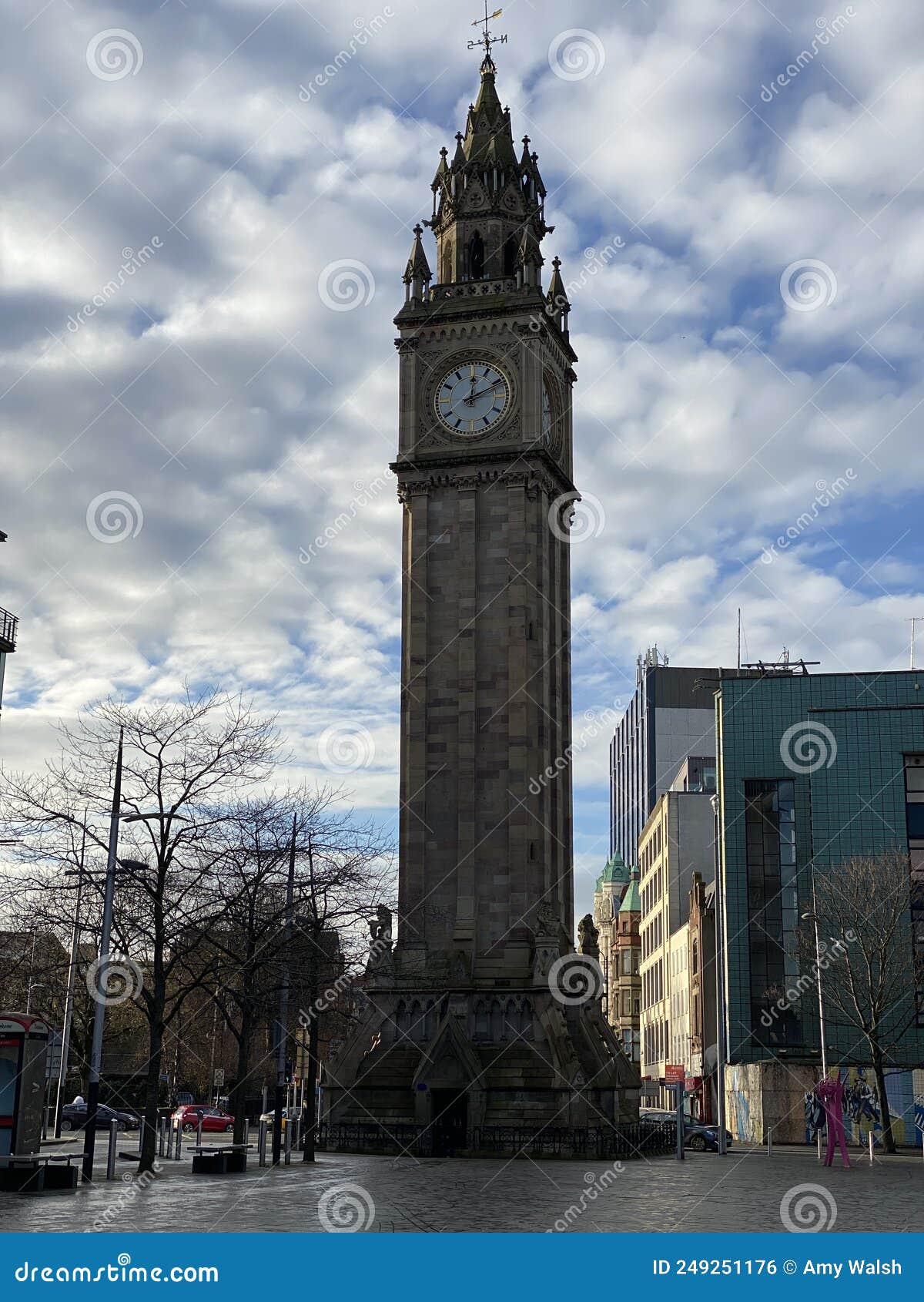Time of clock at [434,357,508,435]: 12:10
